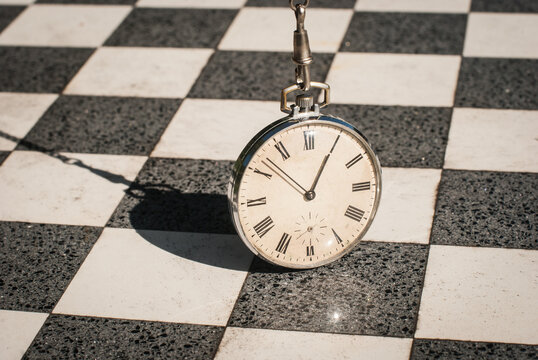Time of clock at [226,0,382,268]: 12:52
